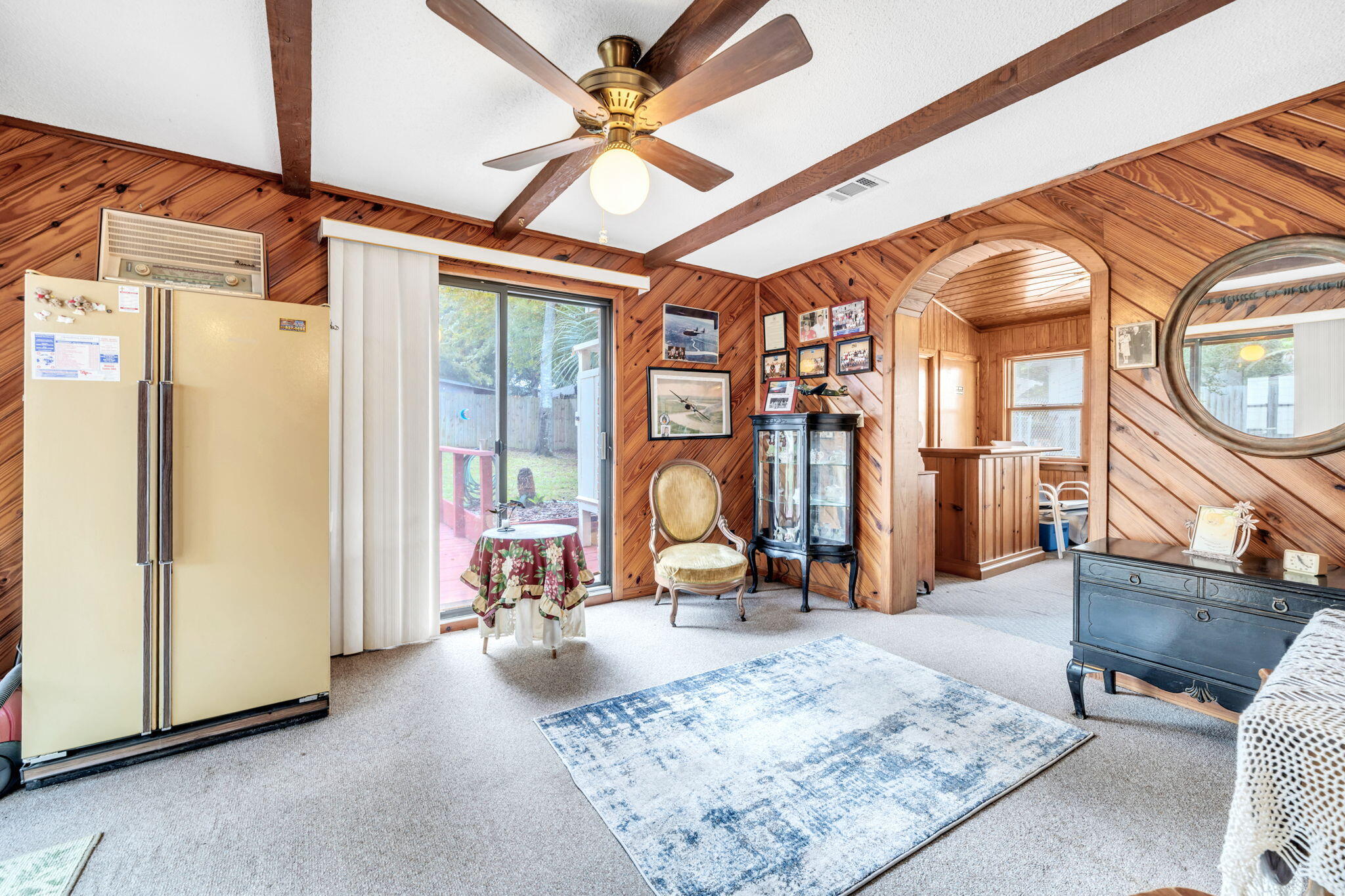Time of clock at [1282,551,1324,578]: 11:22
